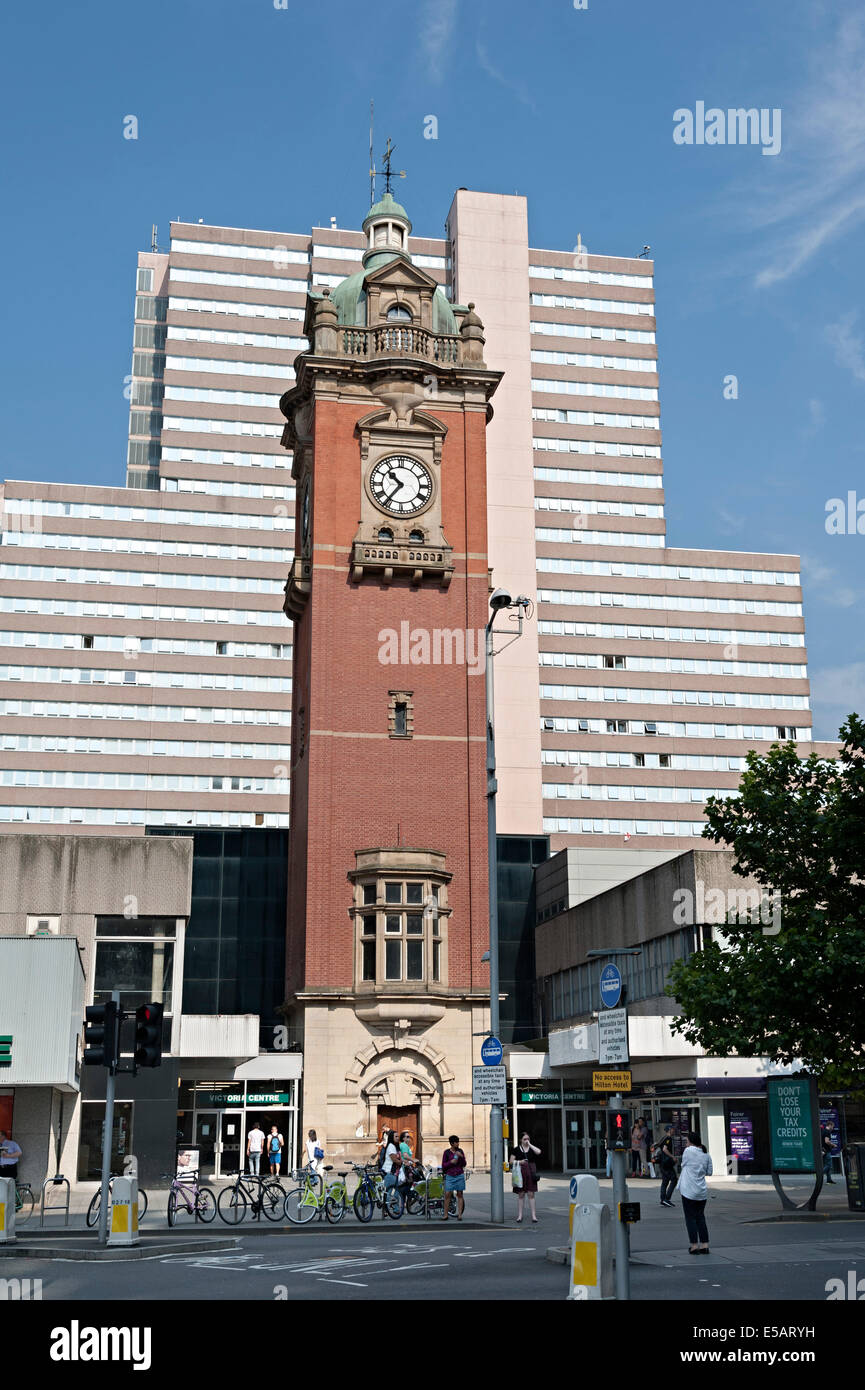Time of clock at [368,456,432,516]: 10:36
